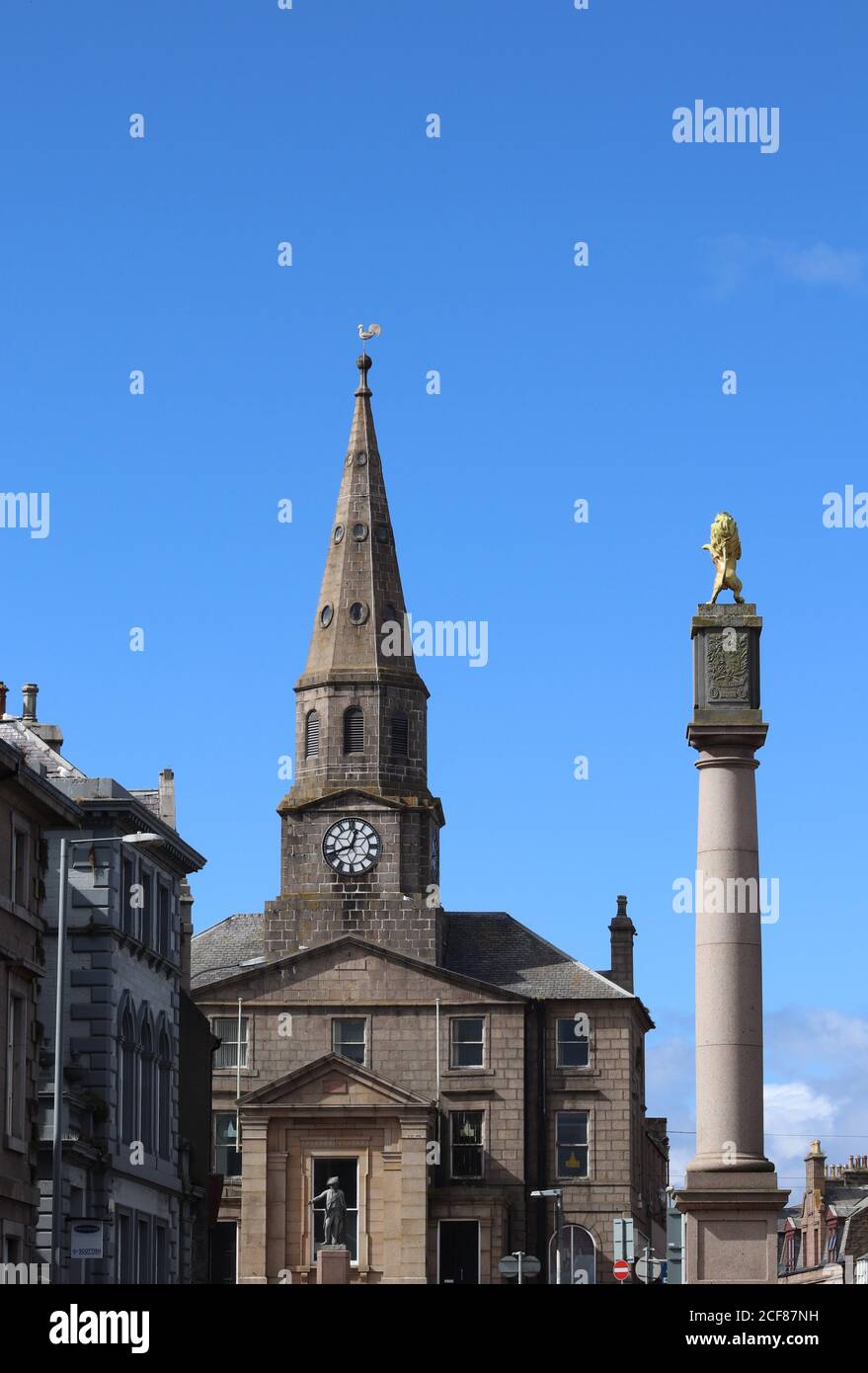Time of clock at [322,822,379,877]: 12:41
